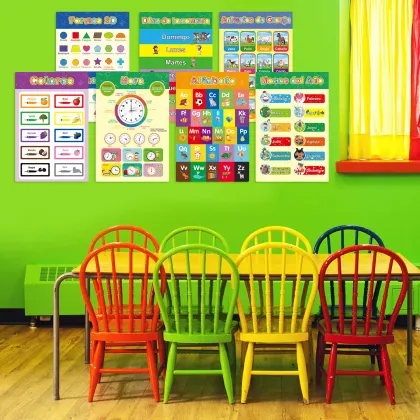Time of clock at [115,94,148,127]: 3:00
